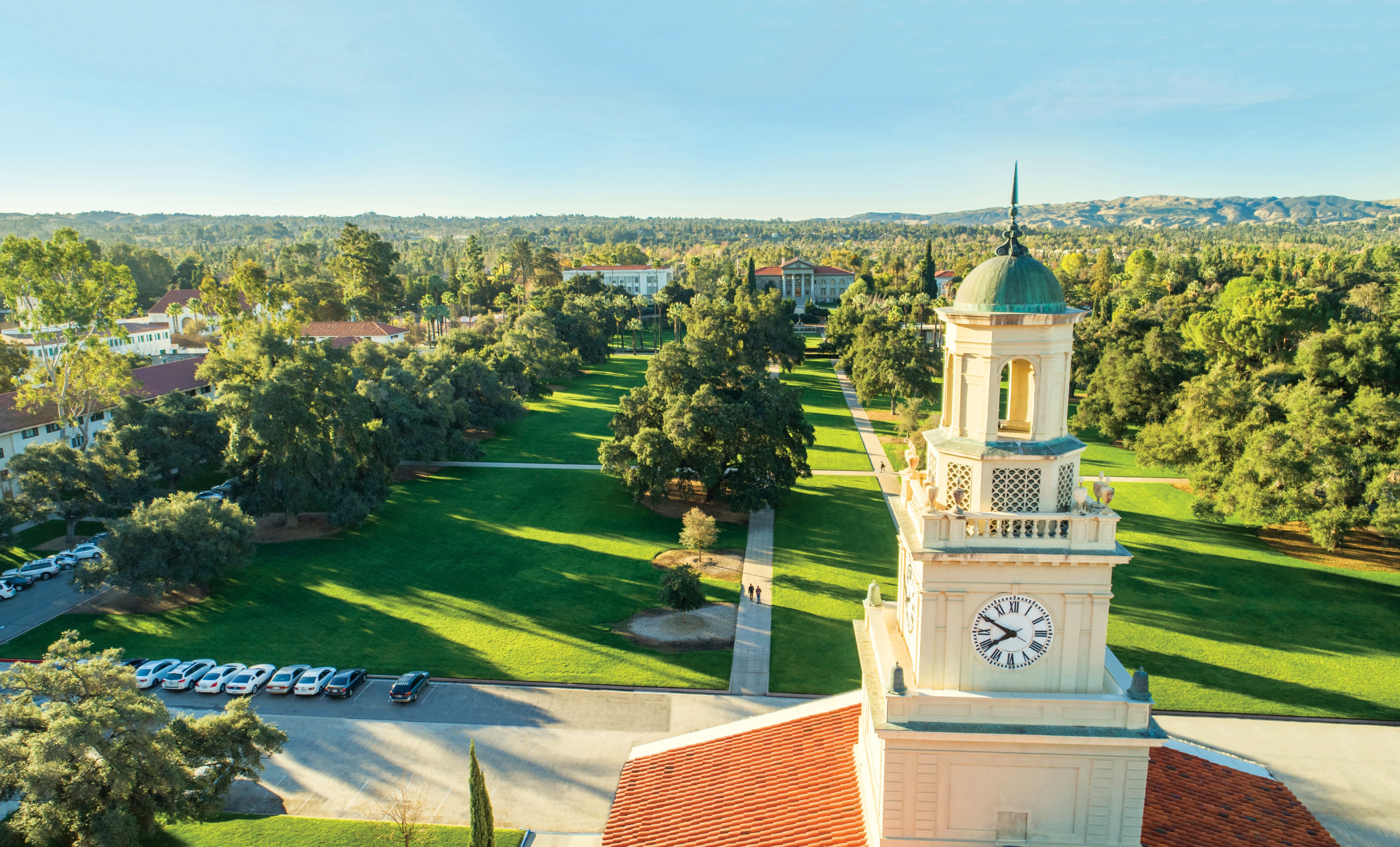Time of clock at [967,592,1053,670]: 7:49
